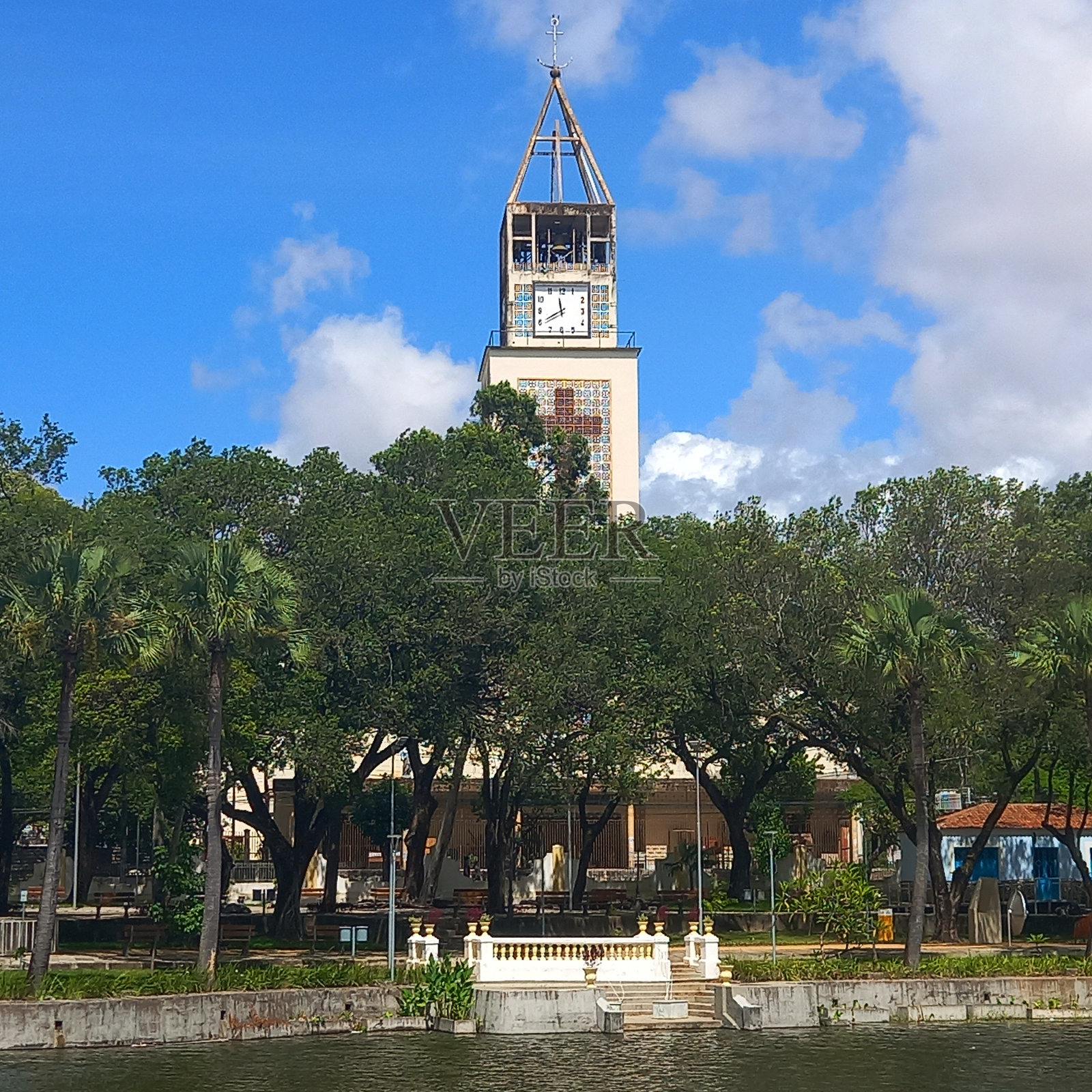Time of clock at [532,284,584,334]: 11:39
